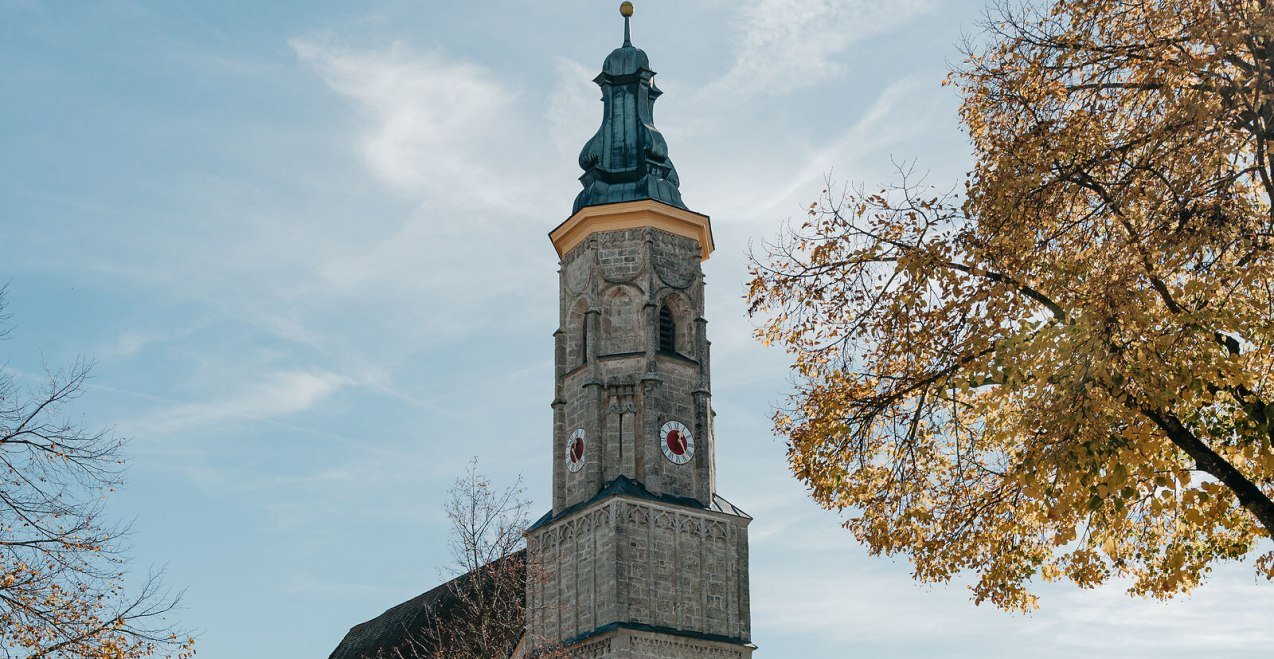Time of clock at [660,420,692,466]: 12:24
